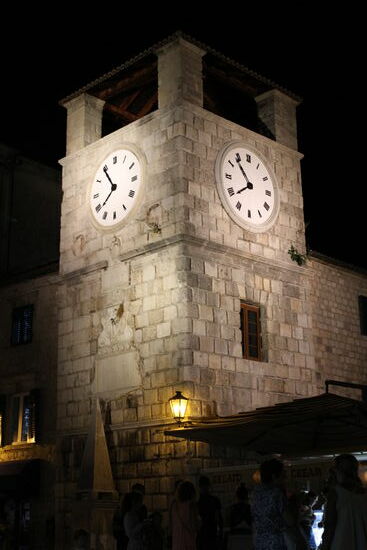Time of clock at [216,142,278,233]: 10:38
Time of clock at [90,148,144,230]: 7:54
